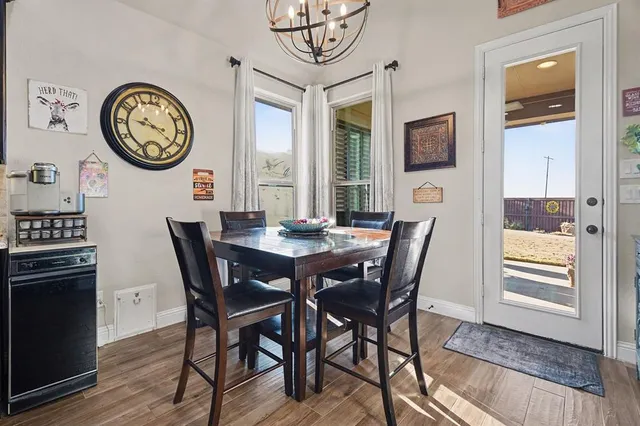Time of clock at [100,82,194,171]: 9:20
